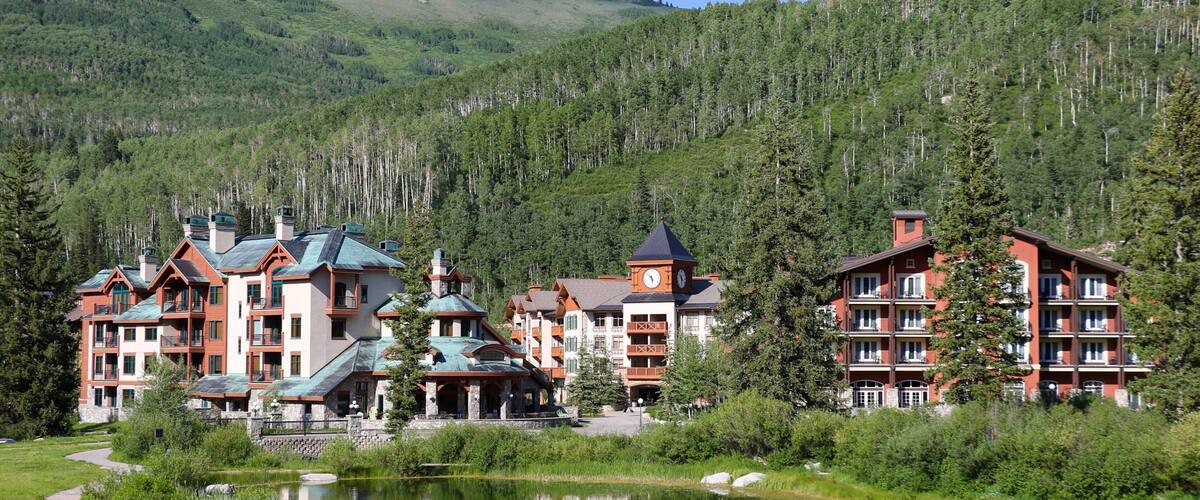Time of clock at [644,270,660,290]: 10:28
